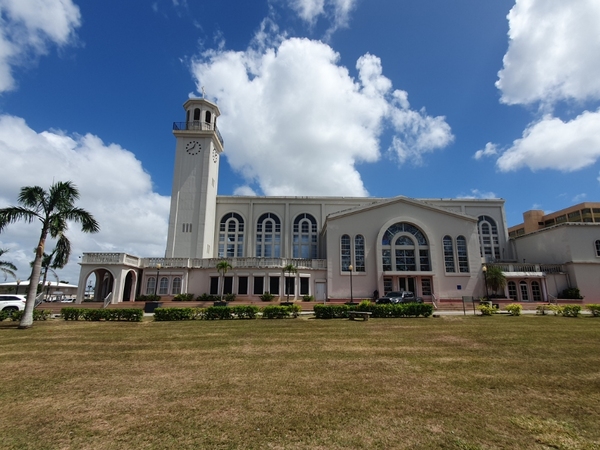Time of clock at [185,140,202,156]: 12:40
